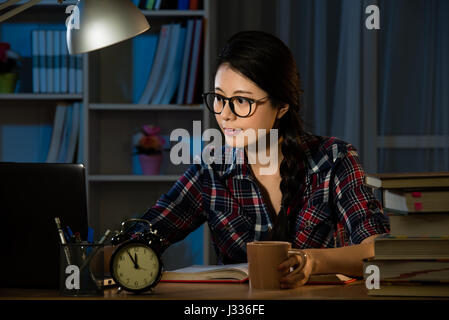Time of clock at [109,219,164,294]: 11:54
